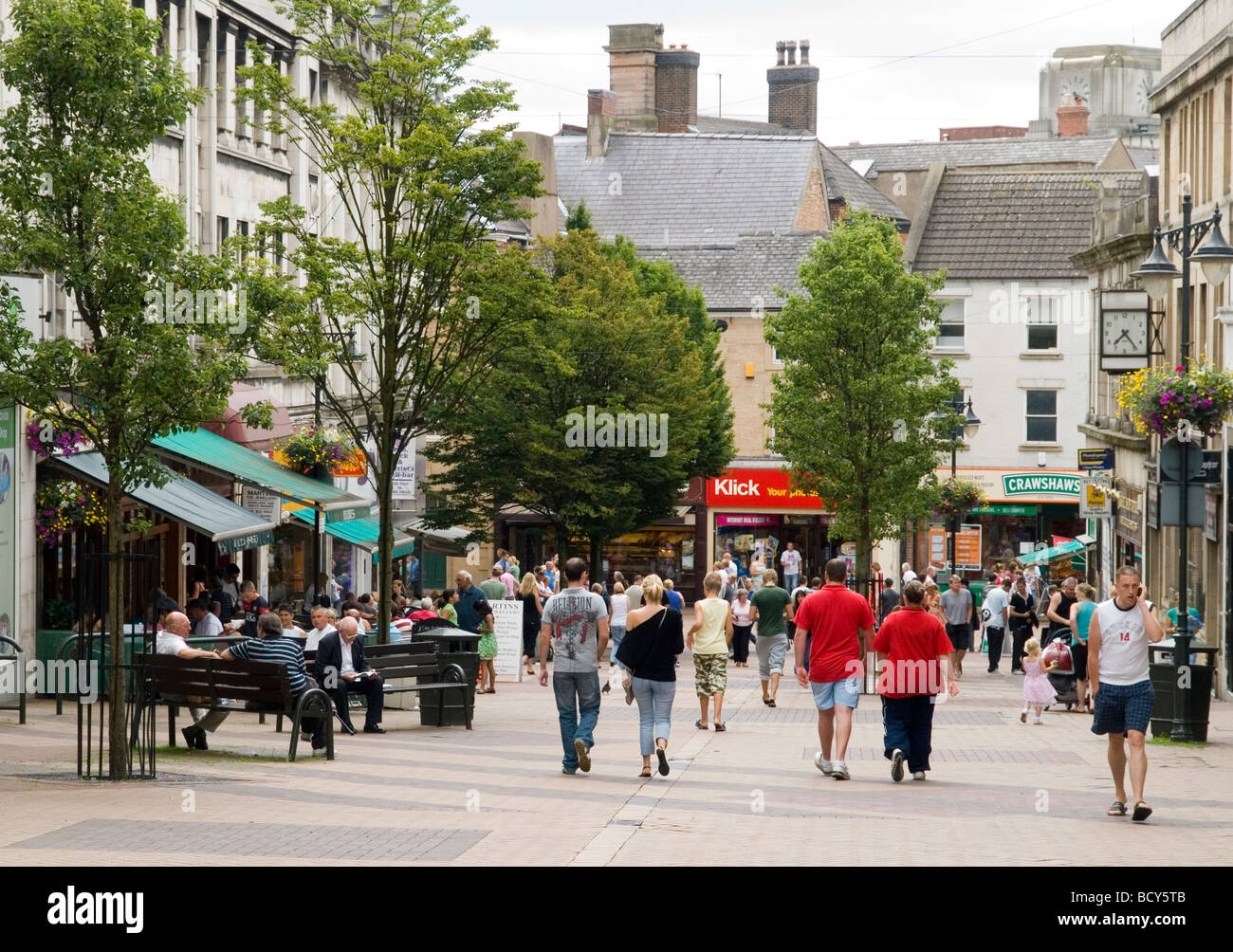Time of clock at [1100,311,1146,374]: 7:23
